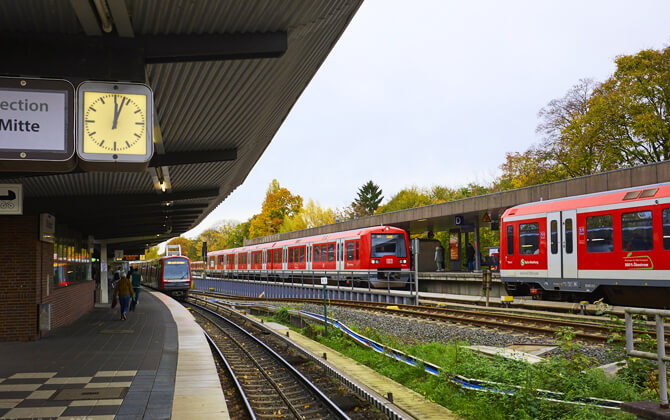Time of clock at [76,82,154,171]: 12:03
